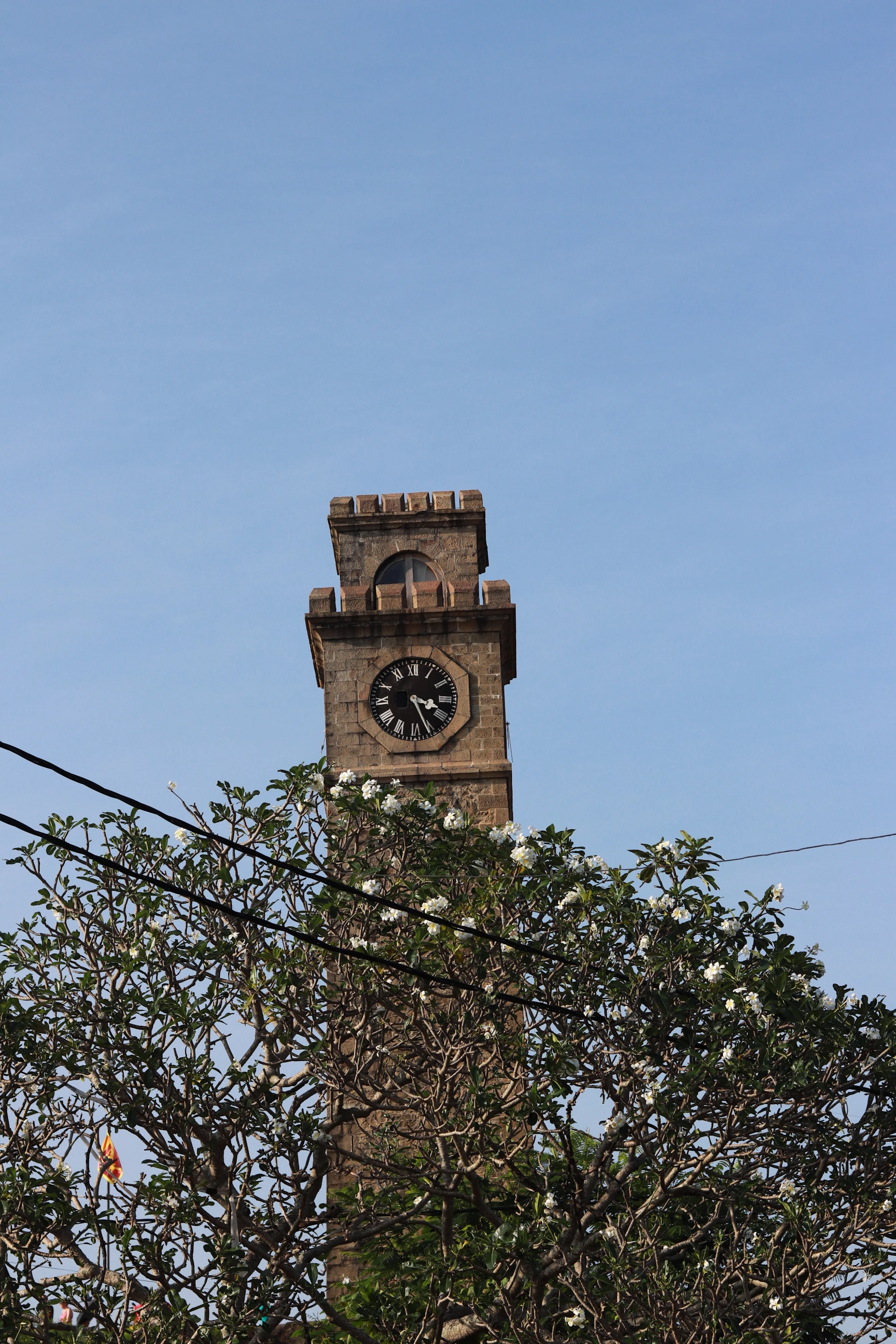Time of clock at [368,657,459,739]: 3:26
